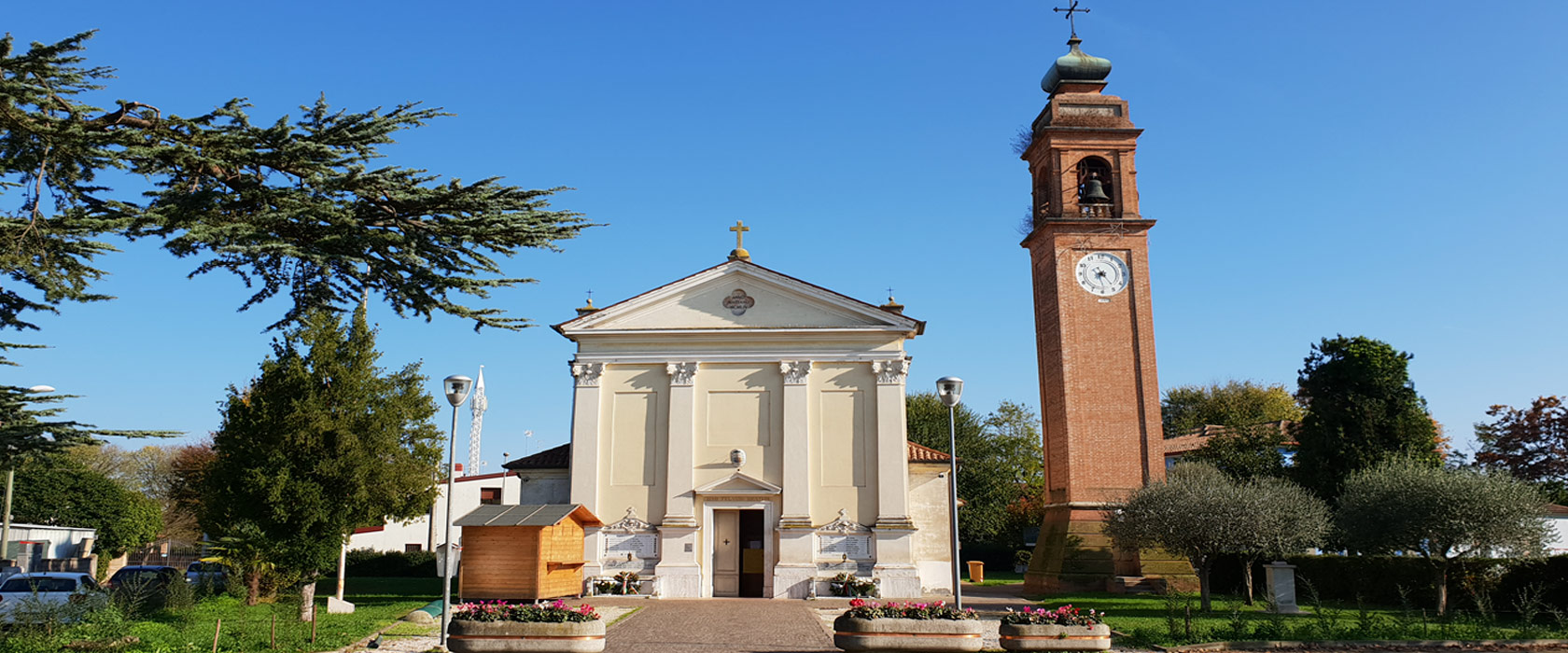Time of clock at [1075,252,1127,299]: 7:23
